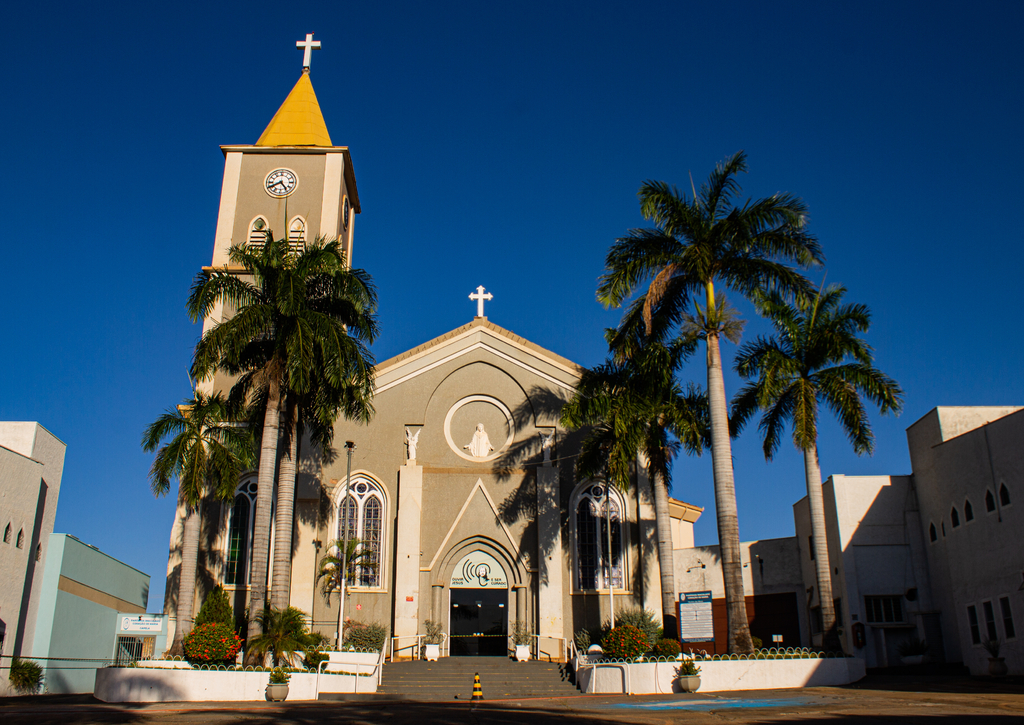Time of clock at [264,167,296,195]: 4:40
